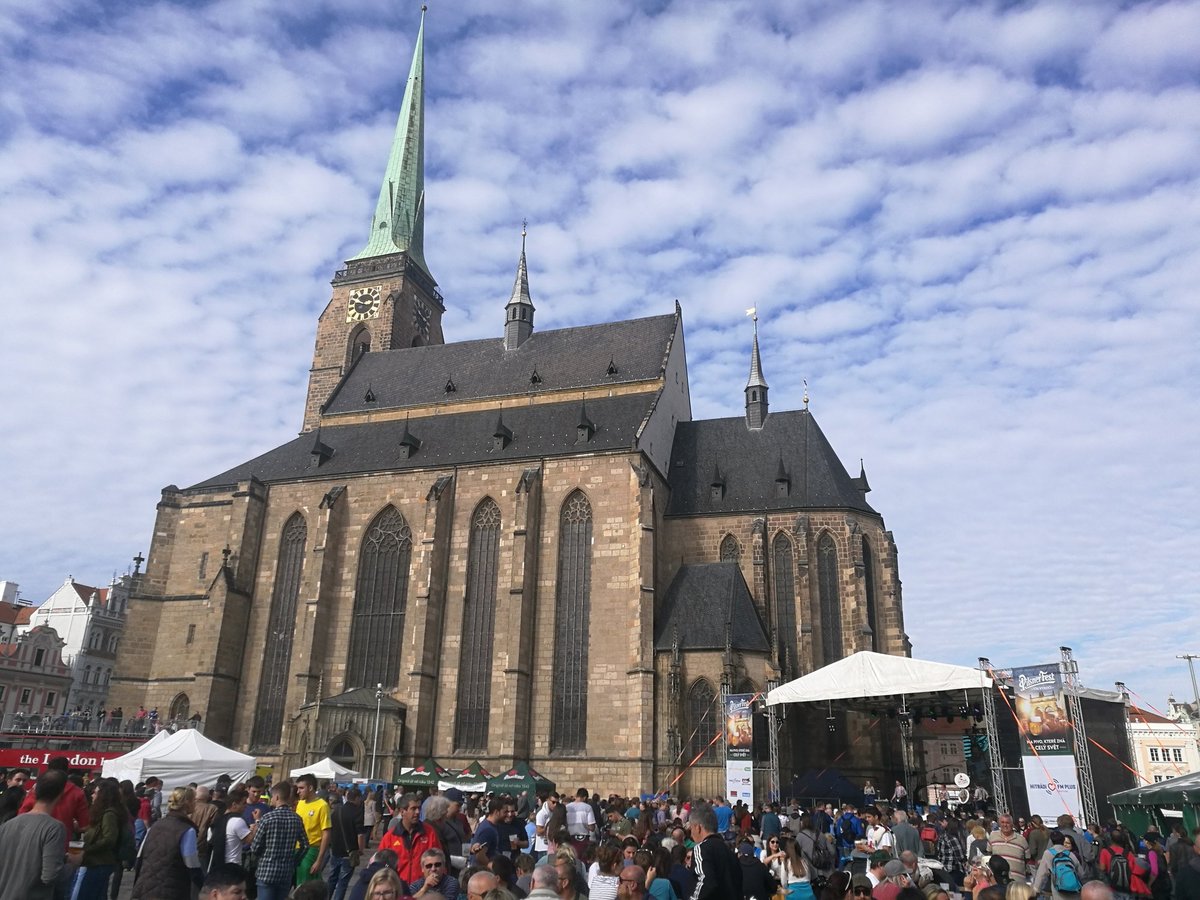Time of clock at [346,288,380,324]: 2:48
